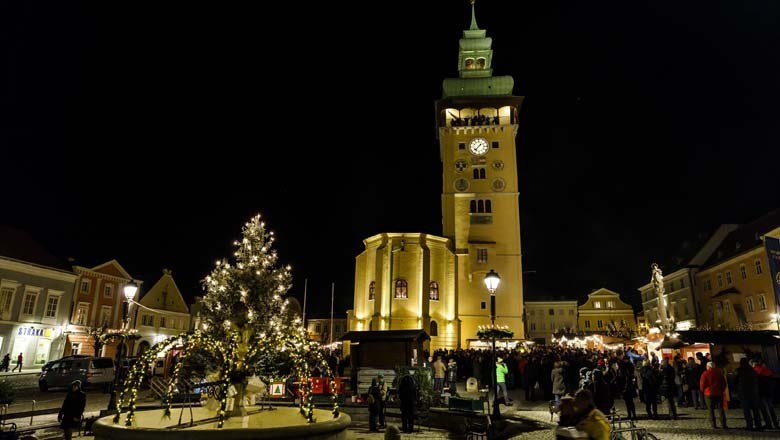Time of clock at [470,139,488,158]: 1:37
